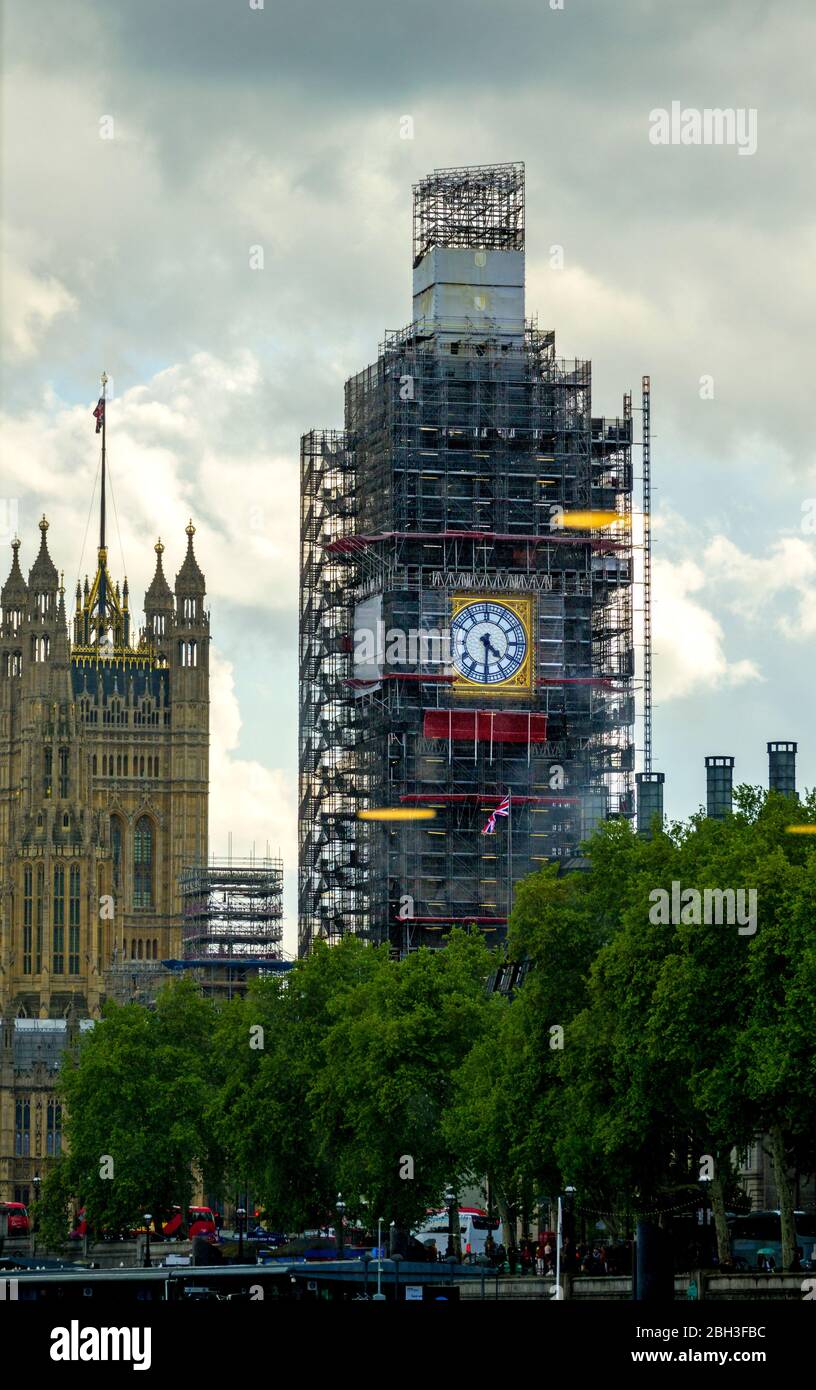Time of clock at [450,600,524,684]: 4:30
